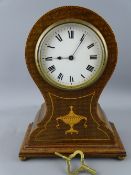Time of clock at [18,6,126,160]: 9:05
